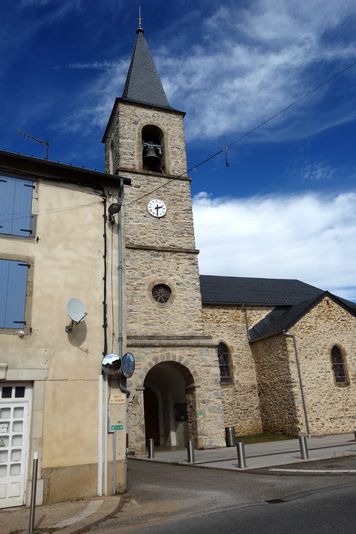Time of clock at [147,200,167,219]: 2:29
